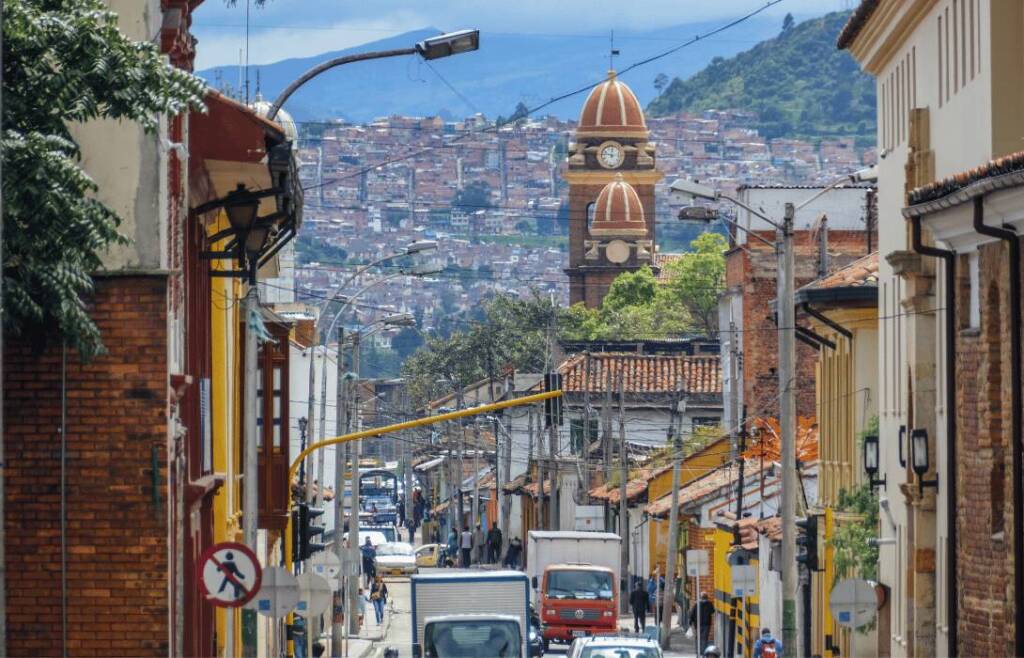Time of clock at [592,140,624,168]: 11:46
